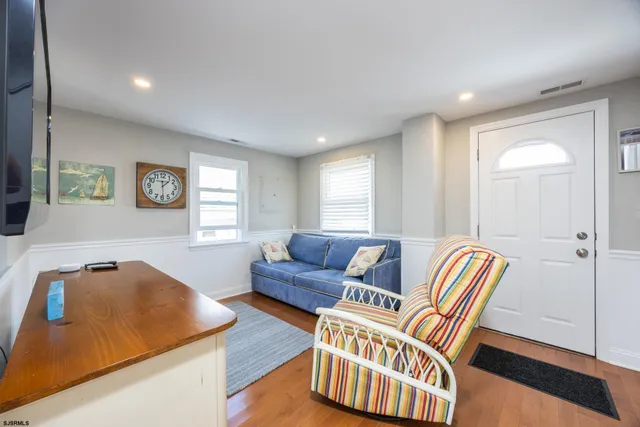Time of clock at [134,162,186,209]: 1:29
